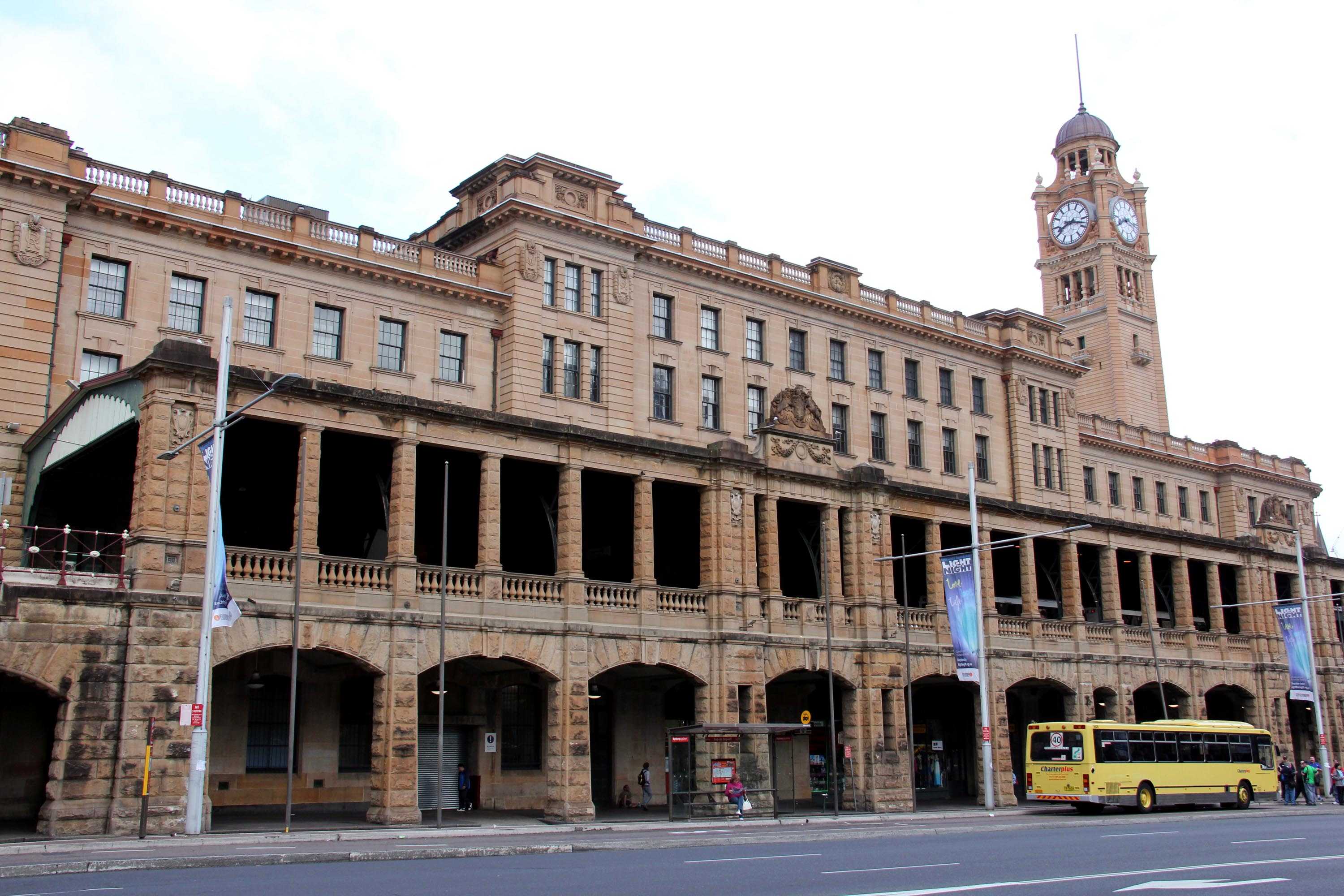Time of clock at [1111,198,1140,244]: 8:16
